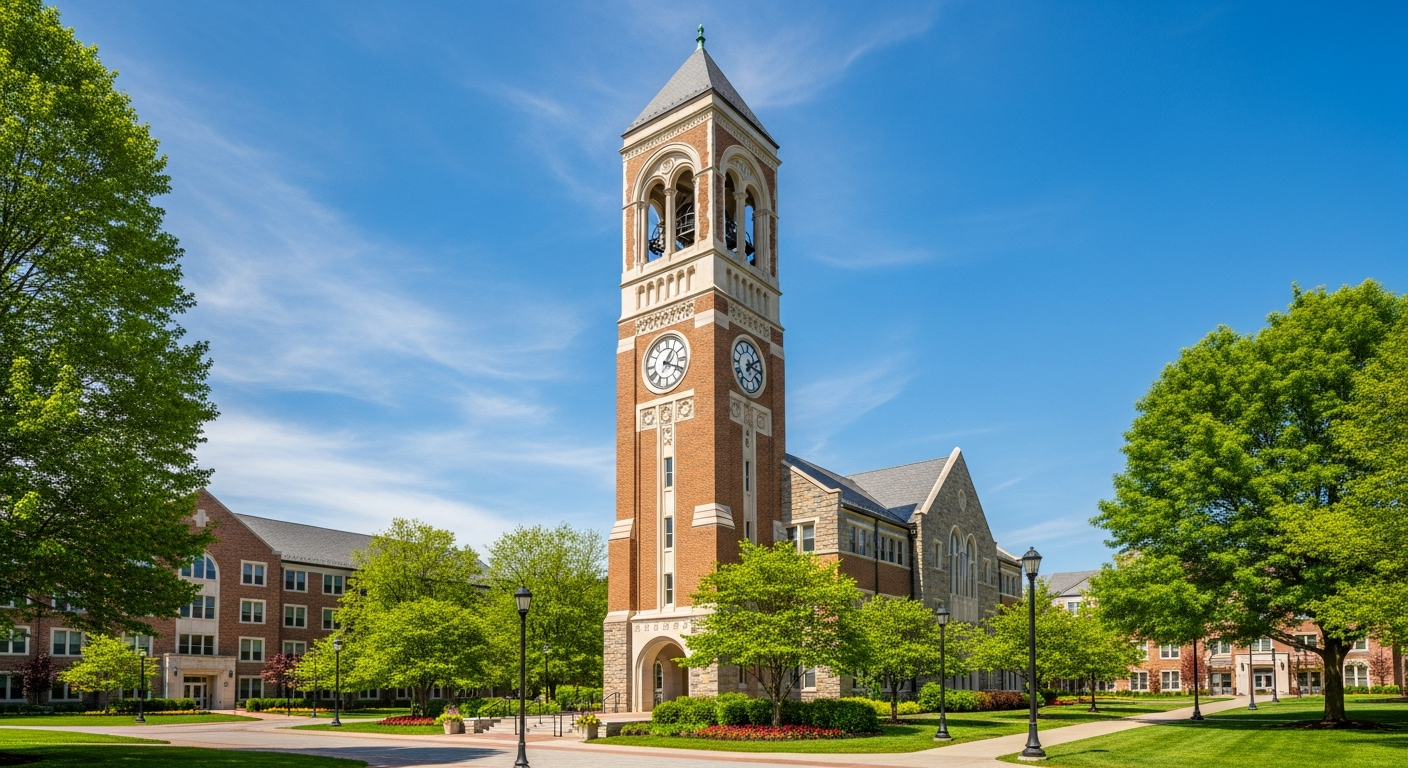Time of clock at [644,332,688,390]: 1:18
